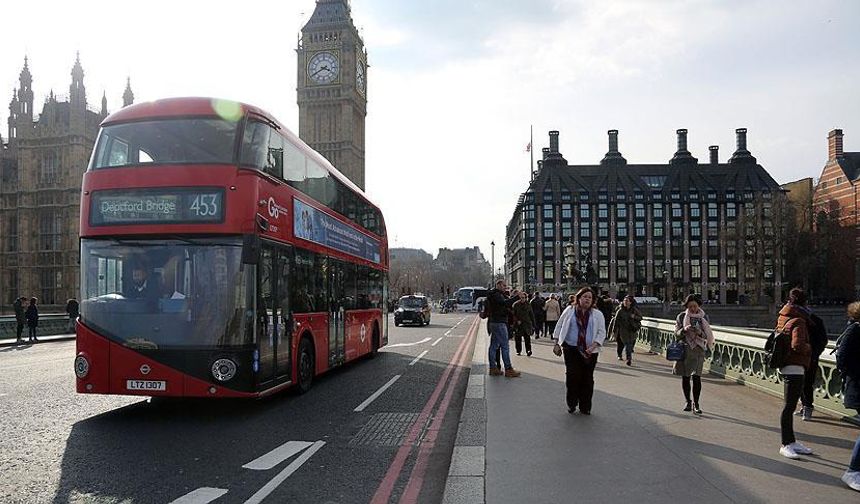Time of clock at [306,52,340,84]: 3:40
